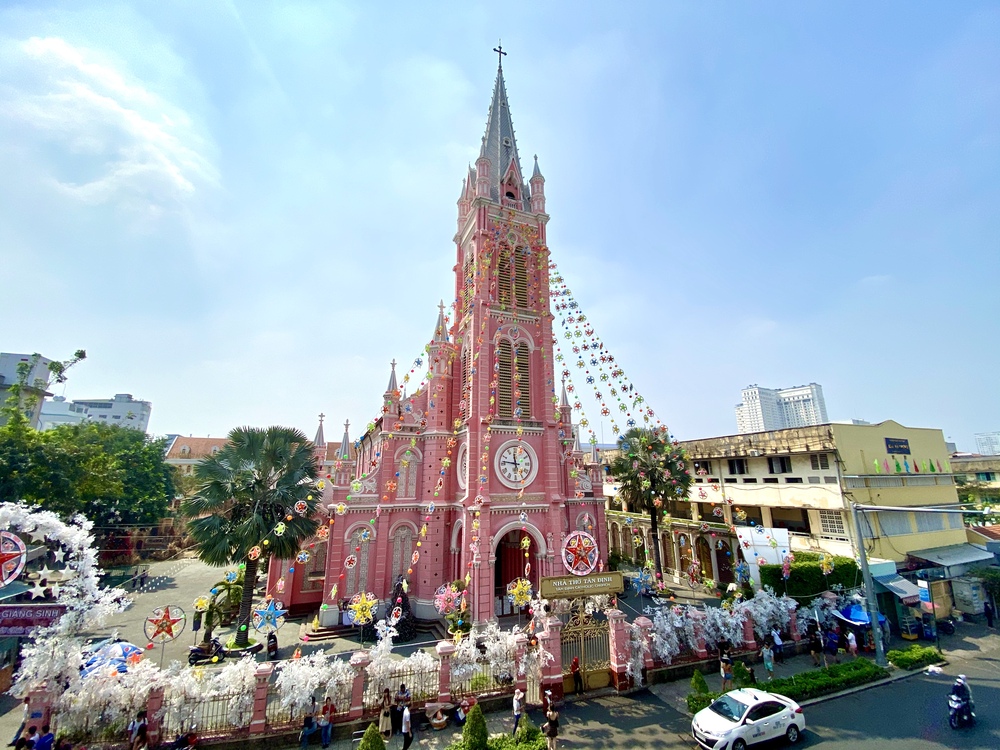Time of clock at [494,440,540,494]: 11:46
